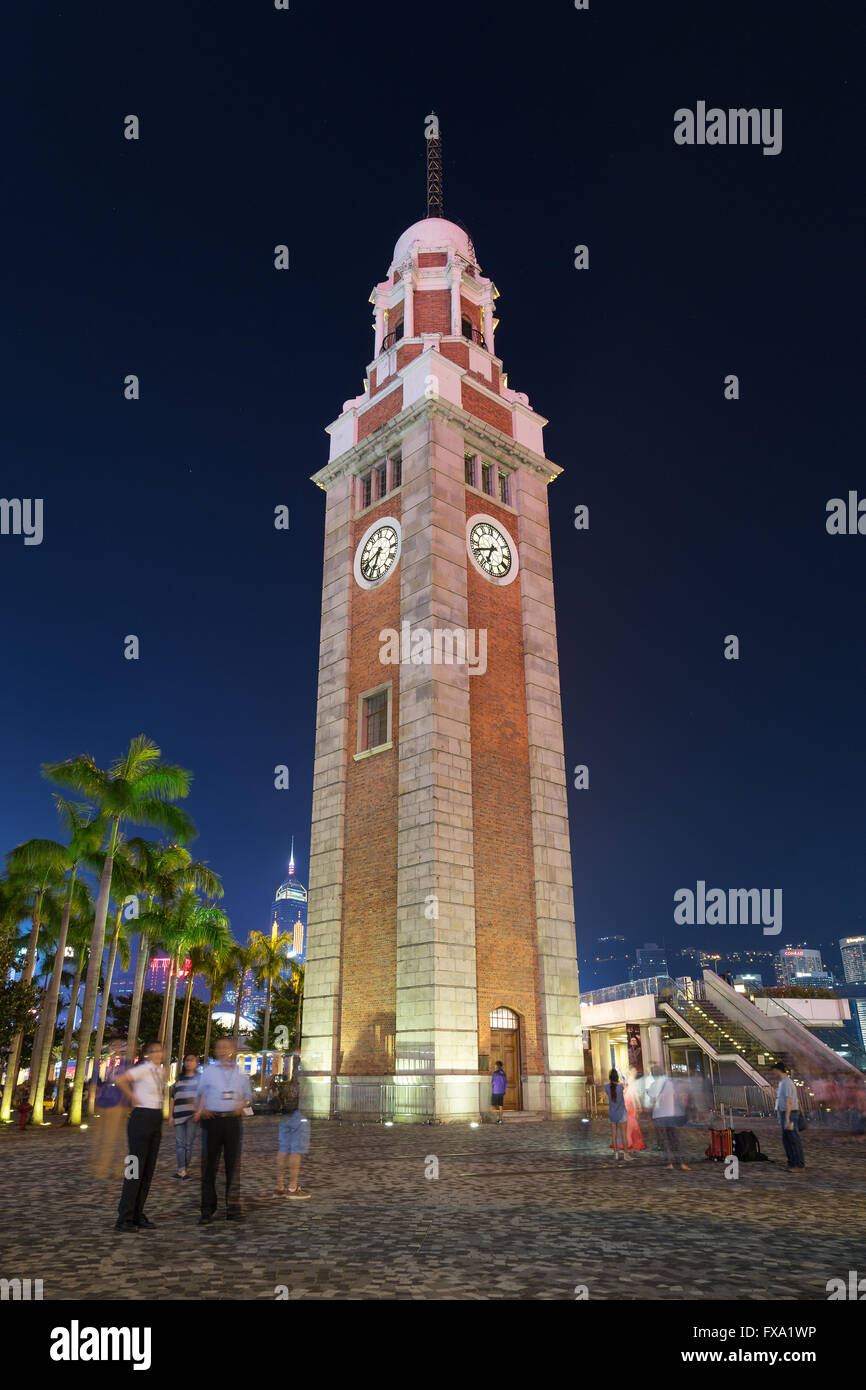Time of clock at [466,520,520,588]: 6:41
